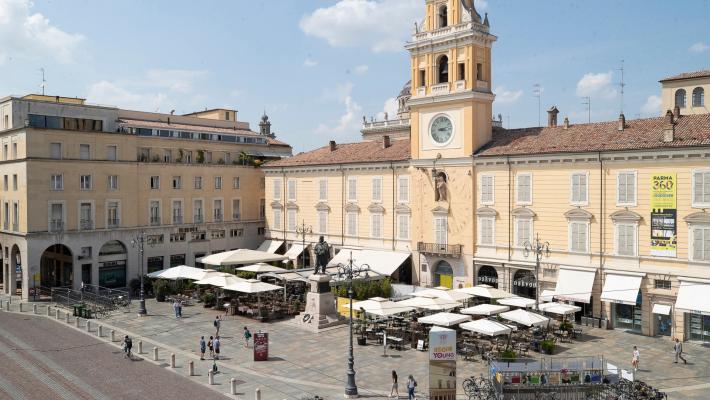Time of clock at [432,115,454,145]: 3:12
